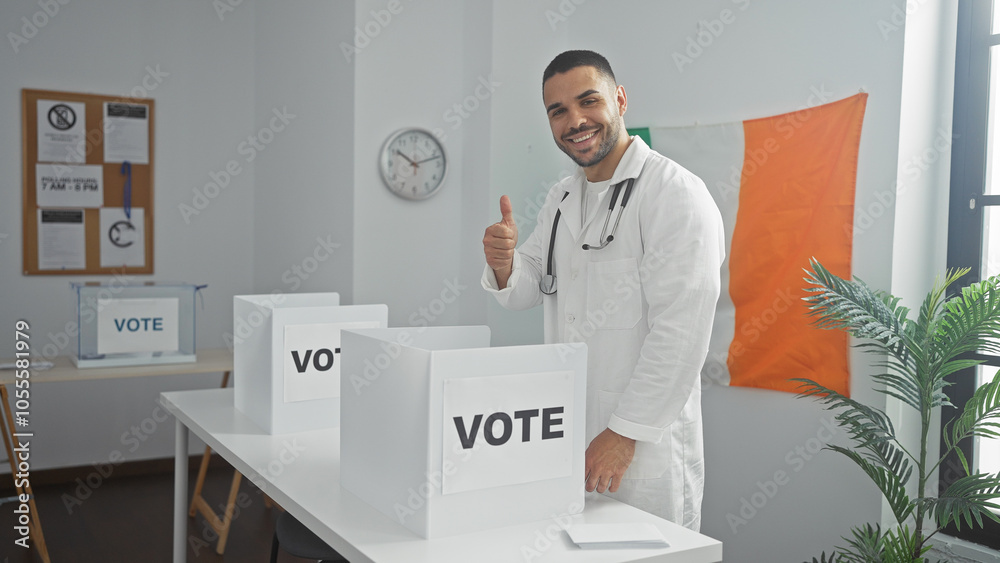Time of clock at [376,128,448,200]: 10:12
